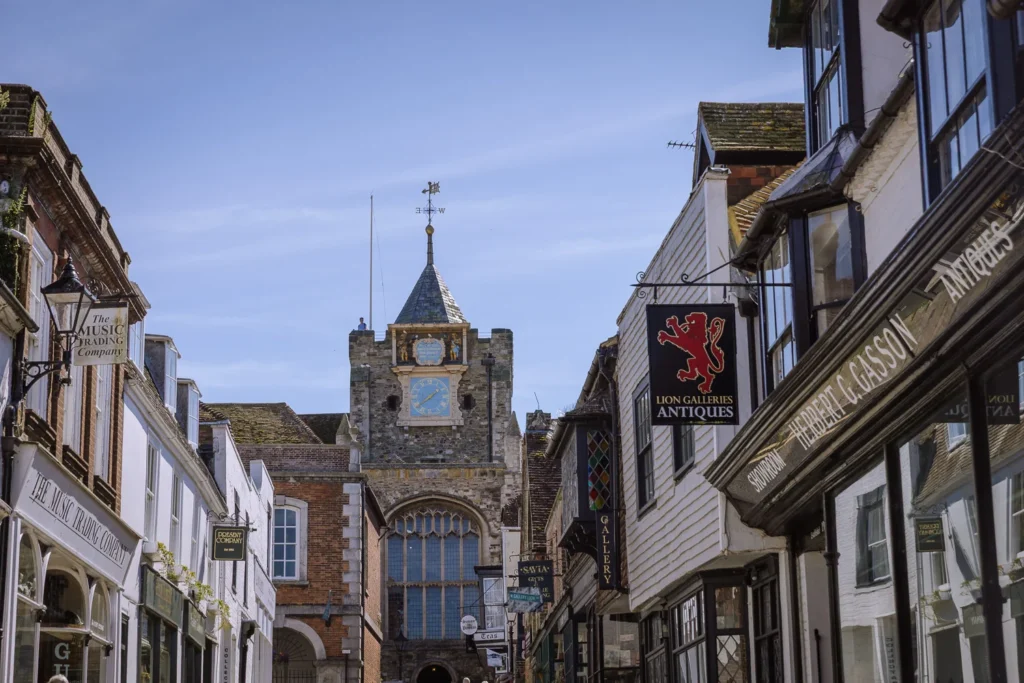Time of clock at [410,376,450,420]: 1:38
